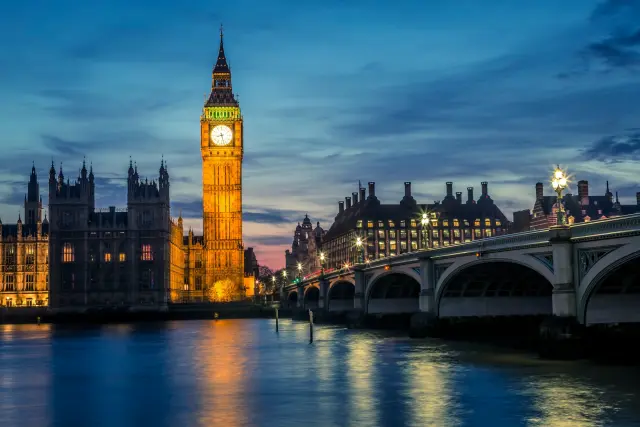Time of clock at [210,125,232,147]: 8:27
